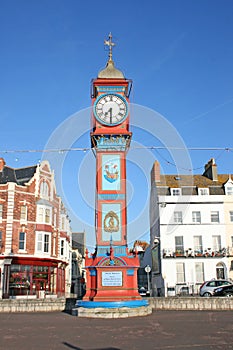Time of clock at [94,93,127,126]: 7:30
